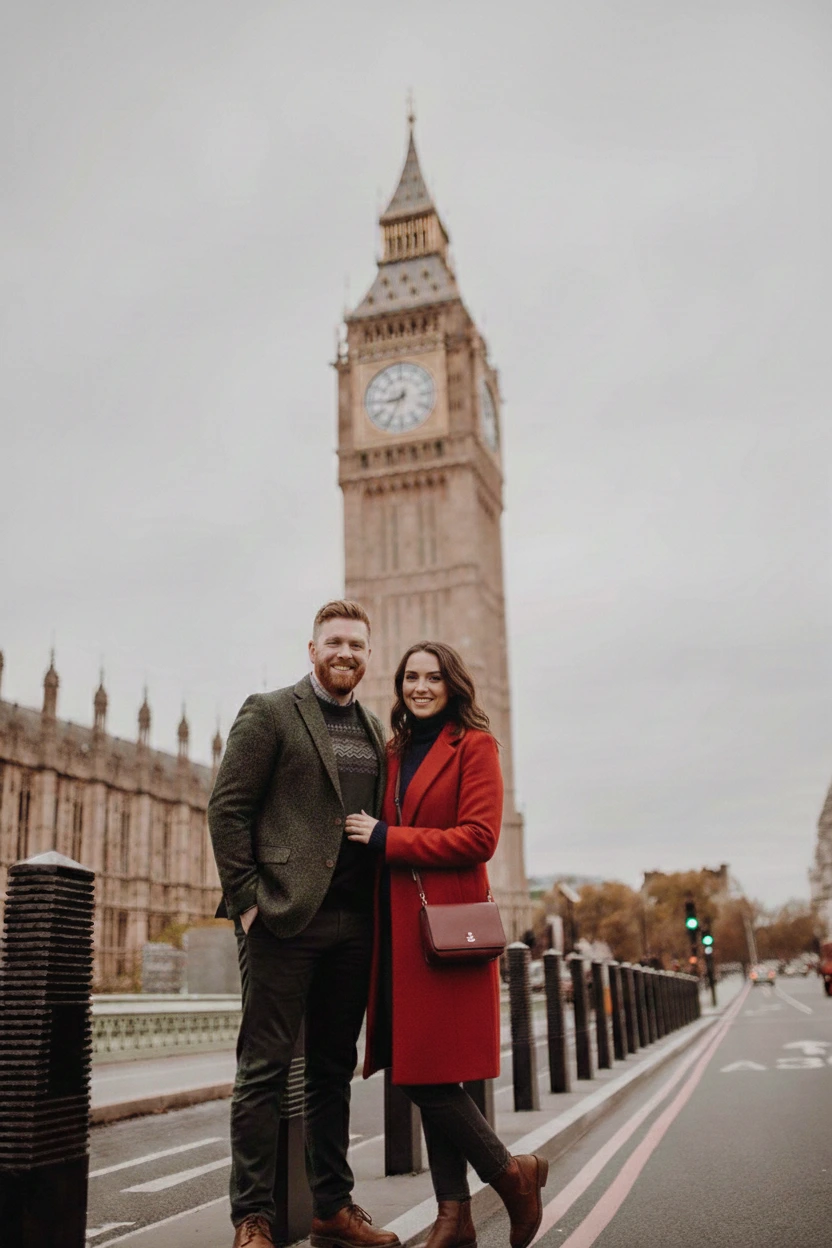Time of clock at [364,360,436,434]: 8:34
